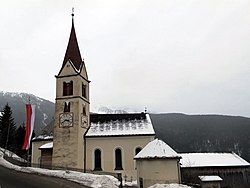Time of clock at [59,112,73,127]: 3:39
